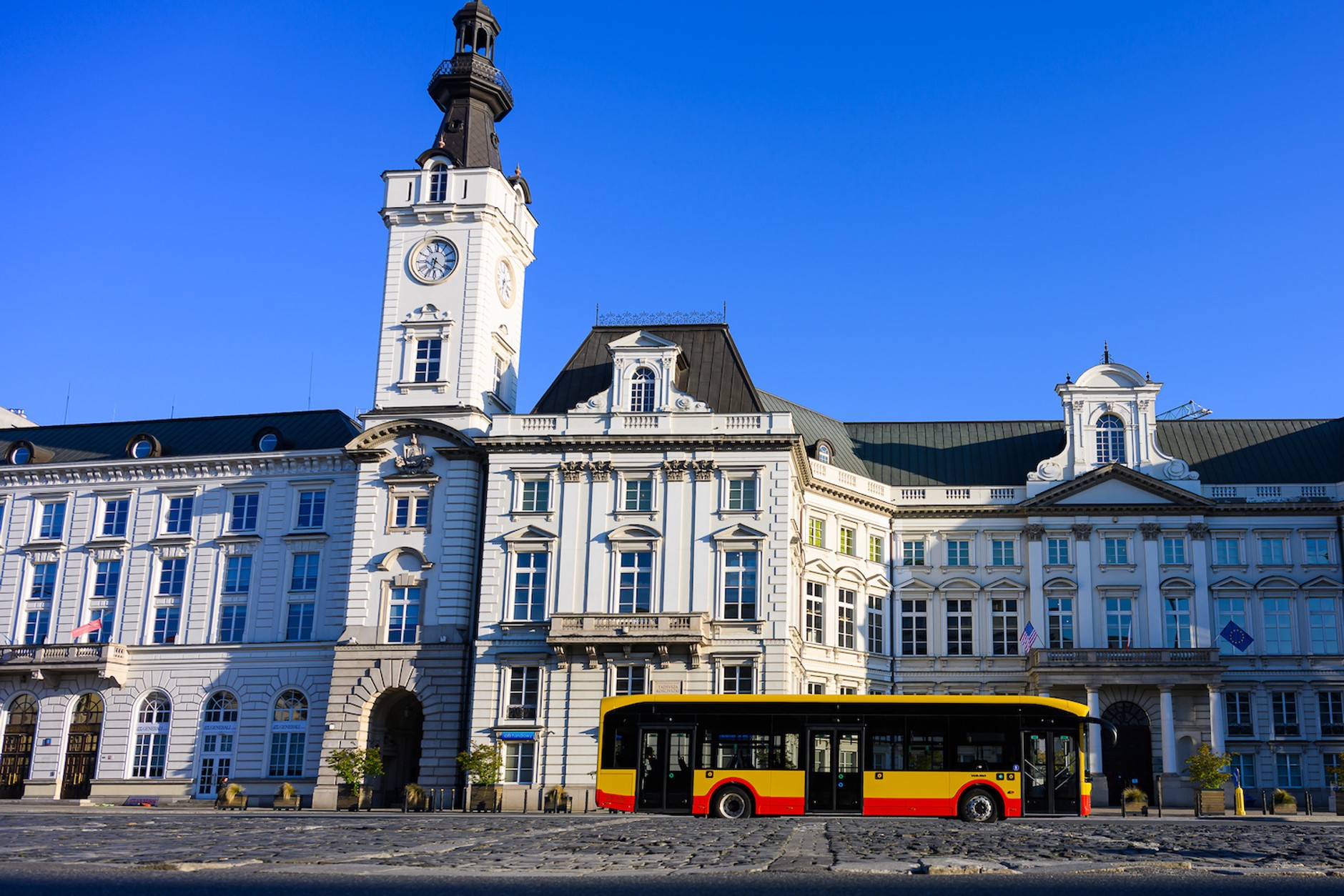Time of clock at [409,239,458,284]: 6:21
